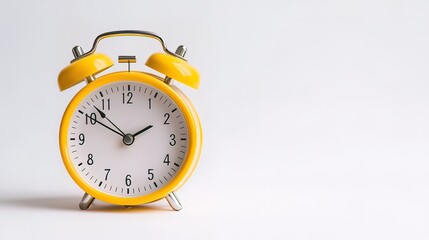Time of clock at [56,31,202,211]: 1:50
